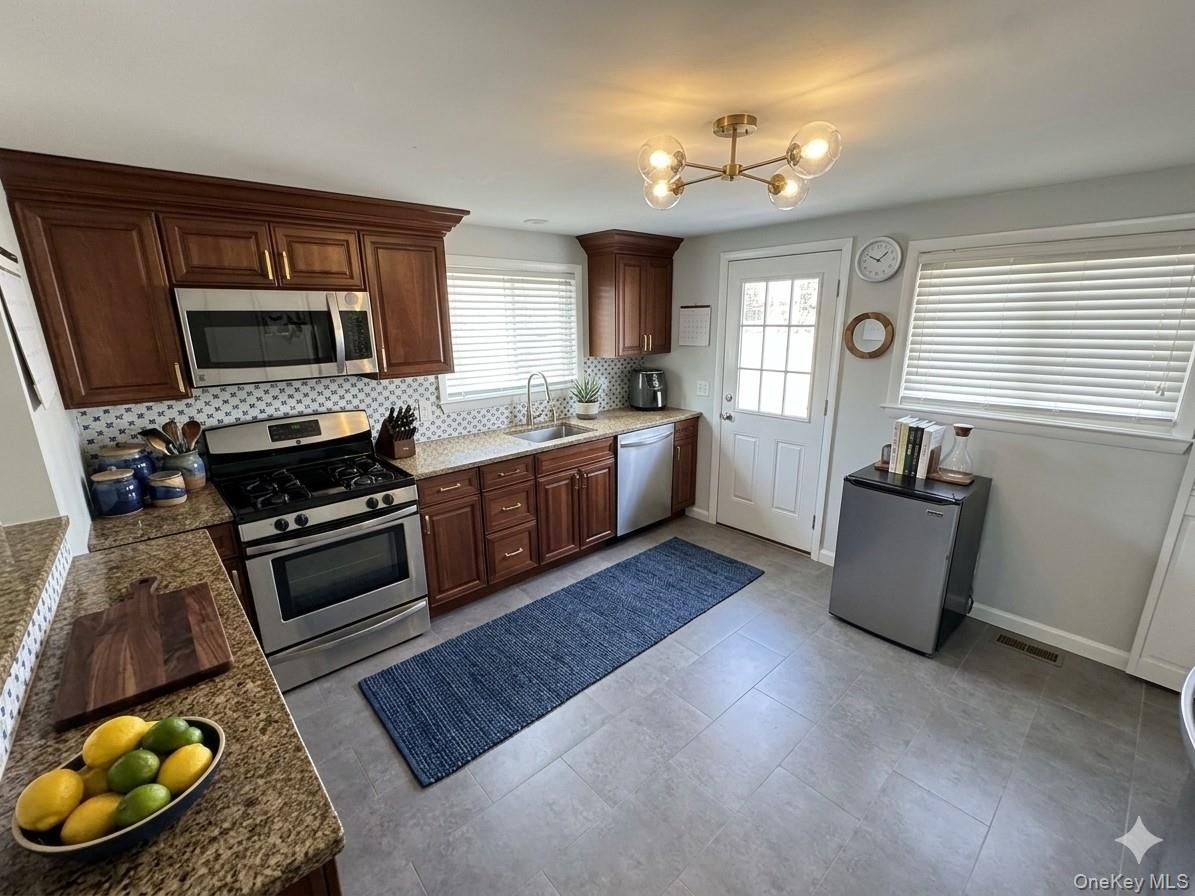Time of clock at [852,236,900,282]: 1:49
